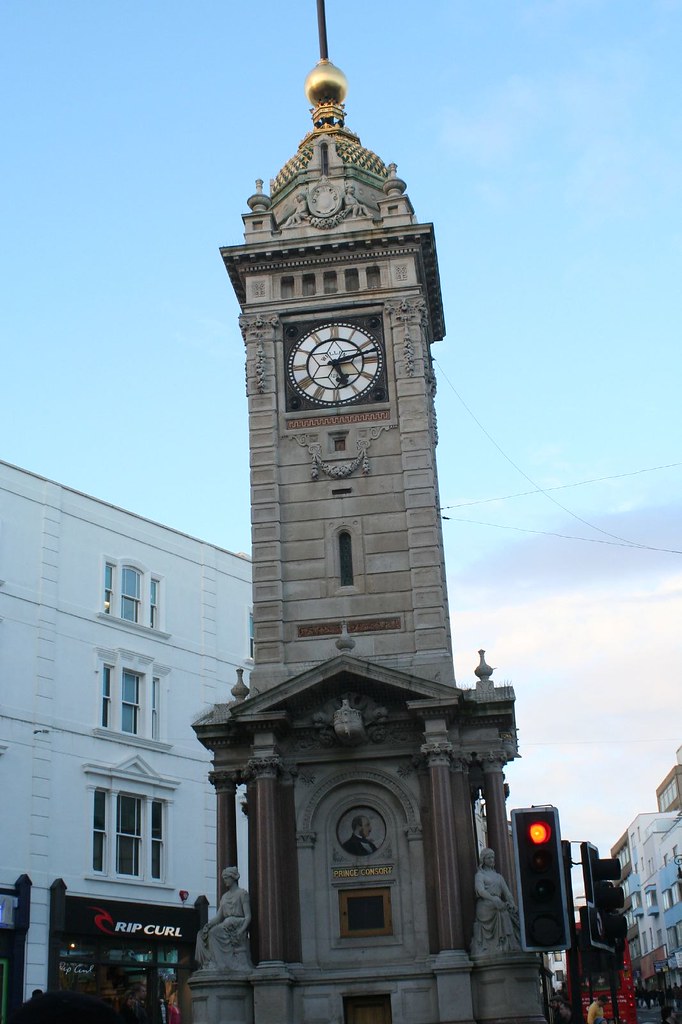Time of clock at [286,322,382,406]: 5:12
